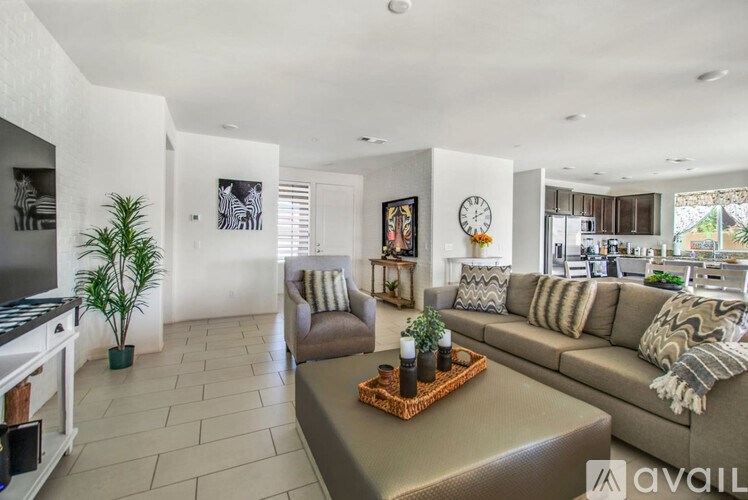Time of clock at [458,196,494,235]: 12:10
